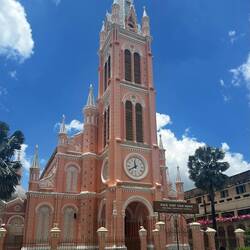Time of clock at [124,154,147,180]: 11:40
